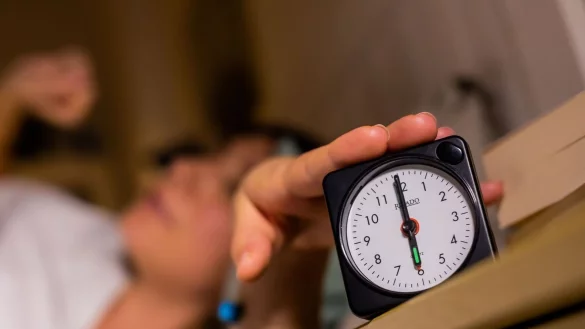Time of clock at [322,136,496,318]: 5:59
